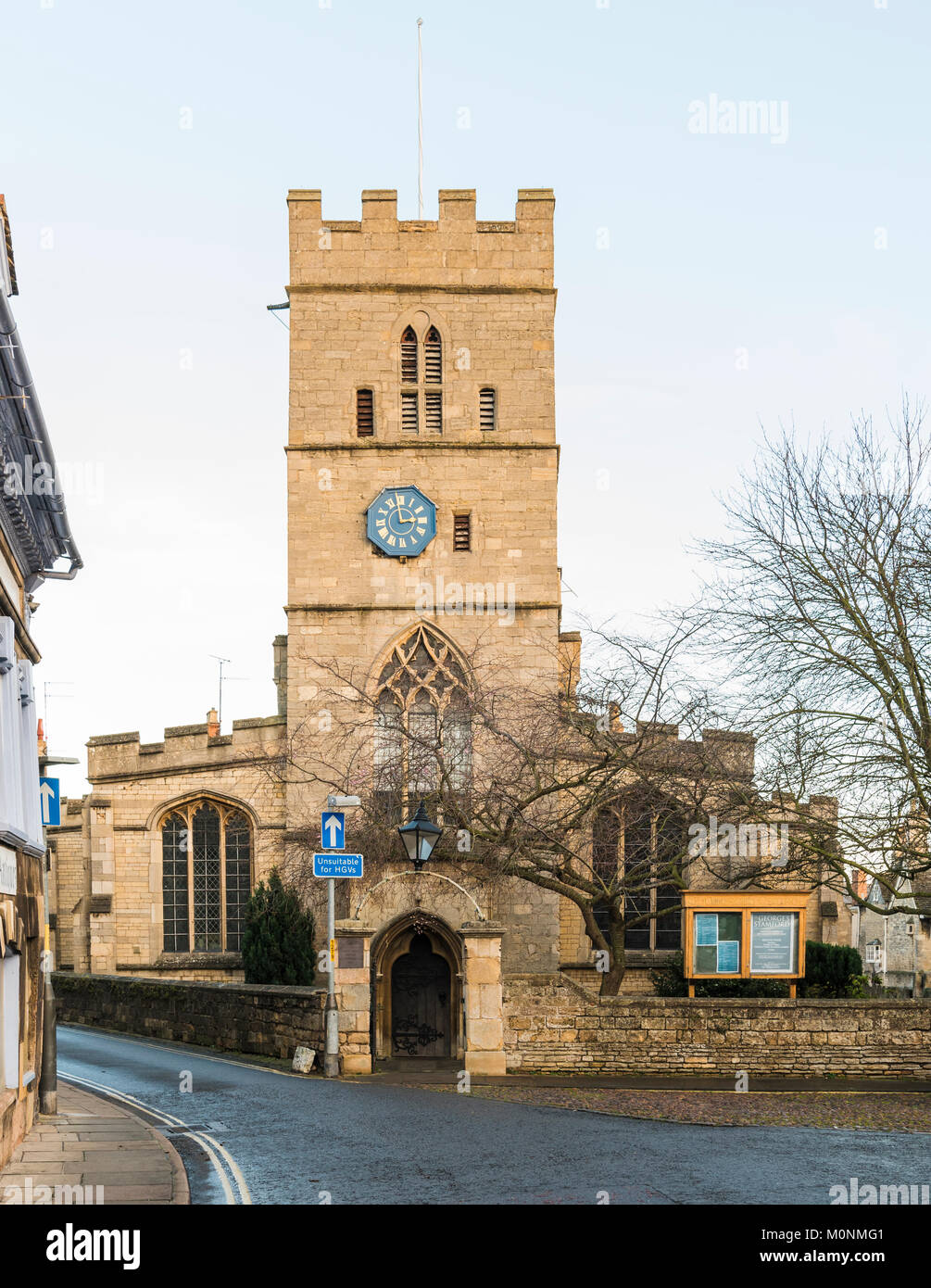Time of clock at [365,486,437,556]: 2:58
